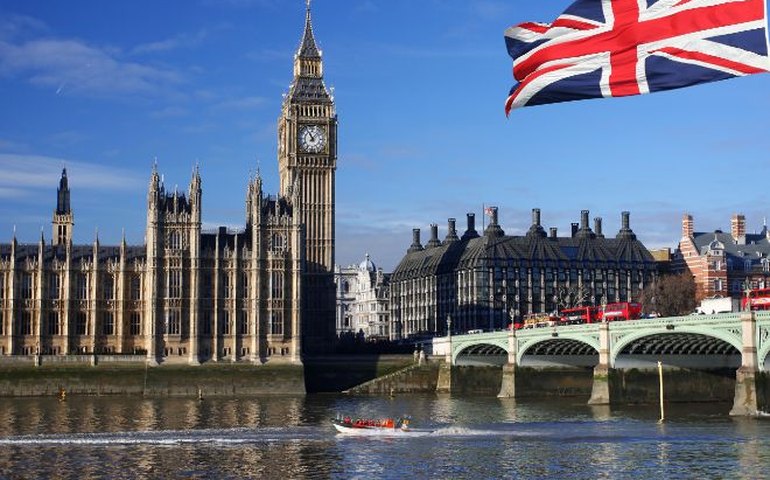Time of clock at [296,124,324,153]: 11:07
